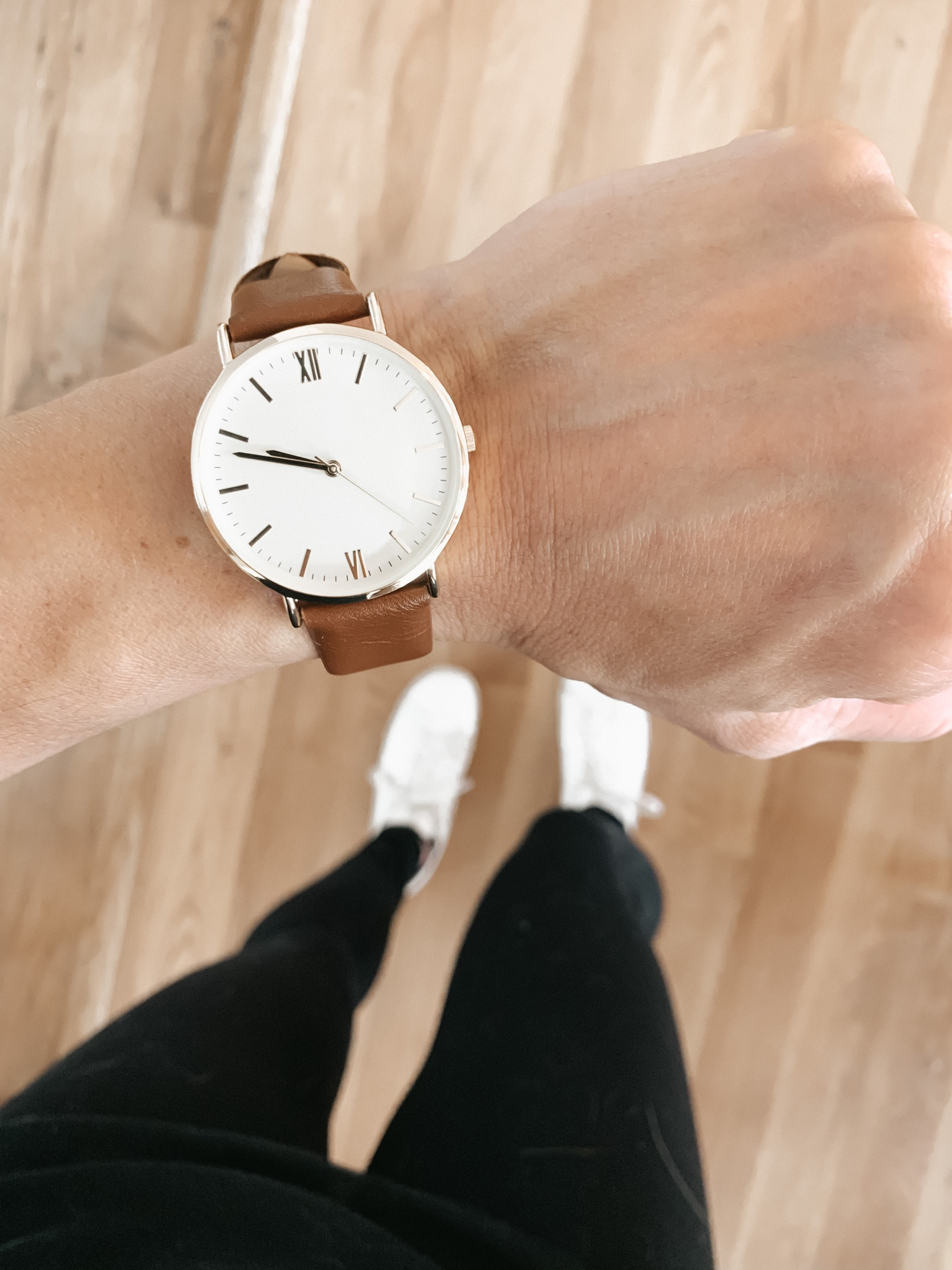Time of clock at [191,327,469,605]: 9:48
